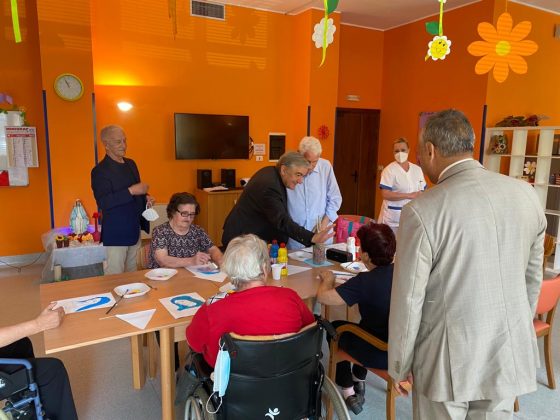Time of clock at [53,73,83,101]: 10:56
